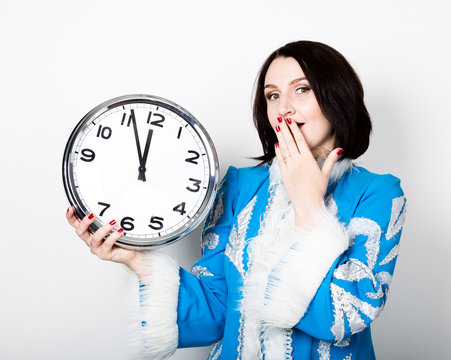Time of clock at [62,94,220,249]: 11:56
